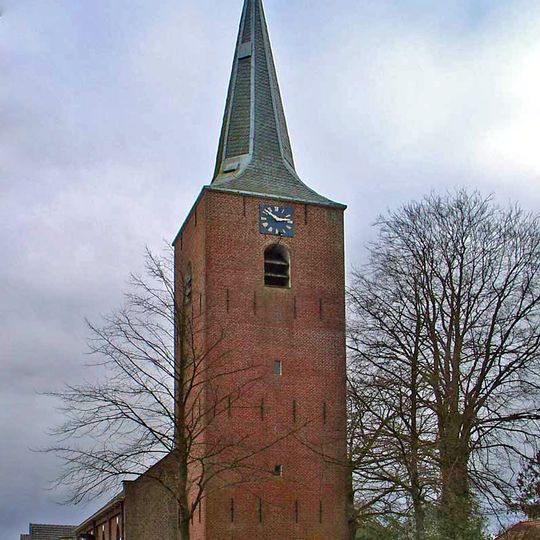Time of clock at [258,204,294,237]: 2:50
